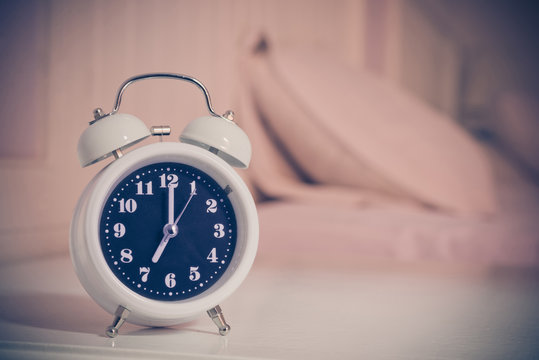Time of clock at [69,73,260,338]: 7:00
